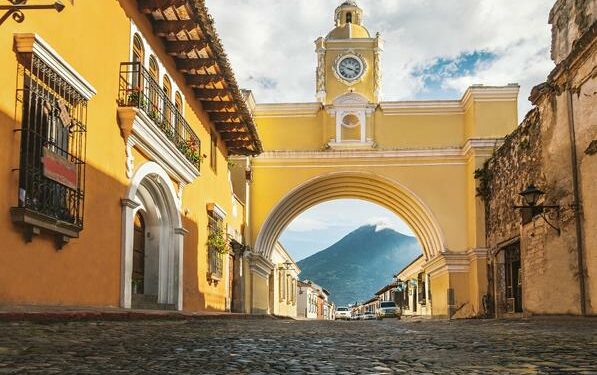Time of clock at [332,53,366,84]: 3:48
